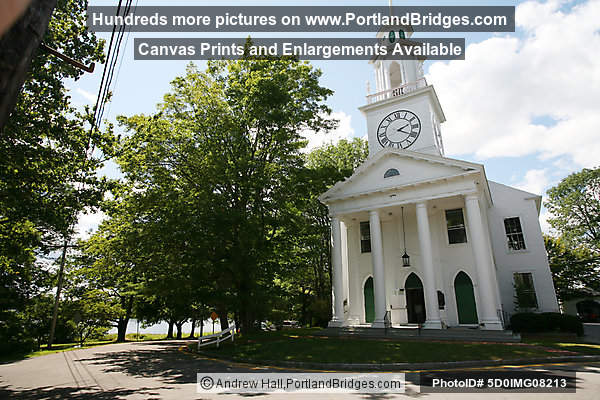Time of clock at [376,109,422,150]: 2:19
